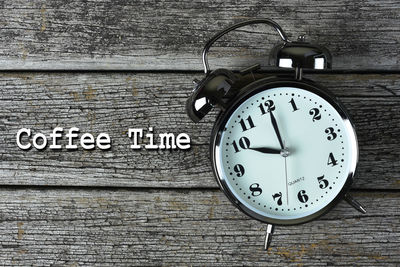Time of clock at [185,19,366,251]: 10:00
